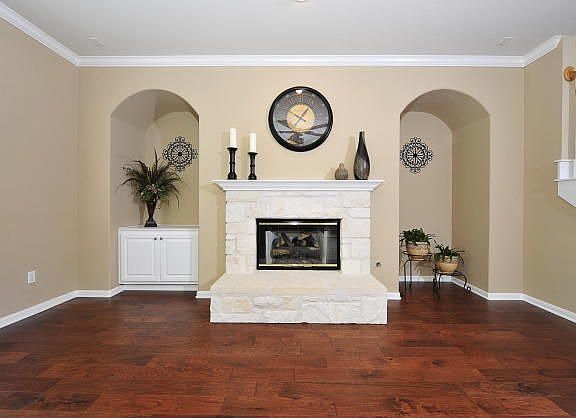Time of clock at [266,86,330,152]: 10:06
